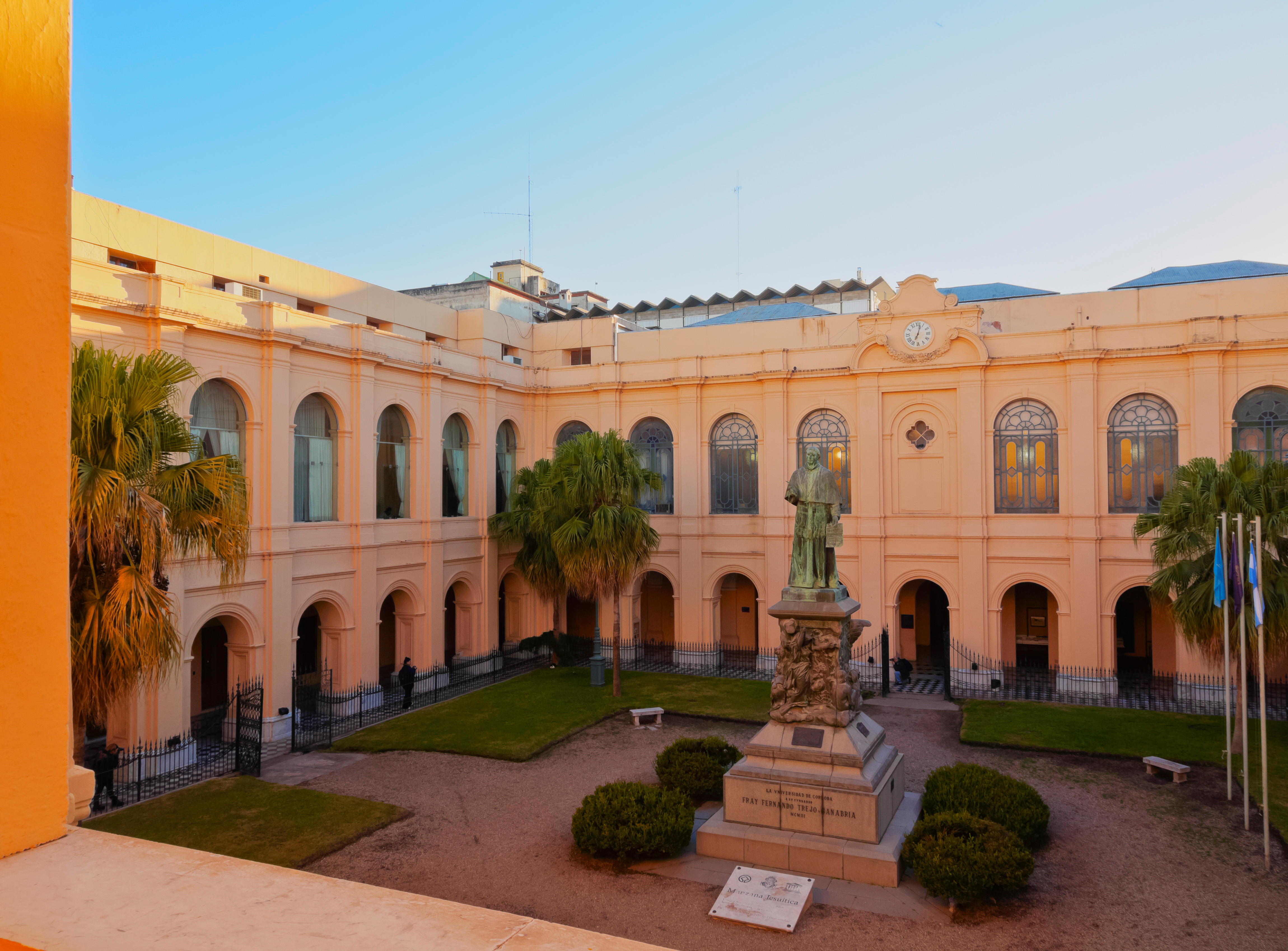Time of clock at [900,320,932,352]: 7:02
